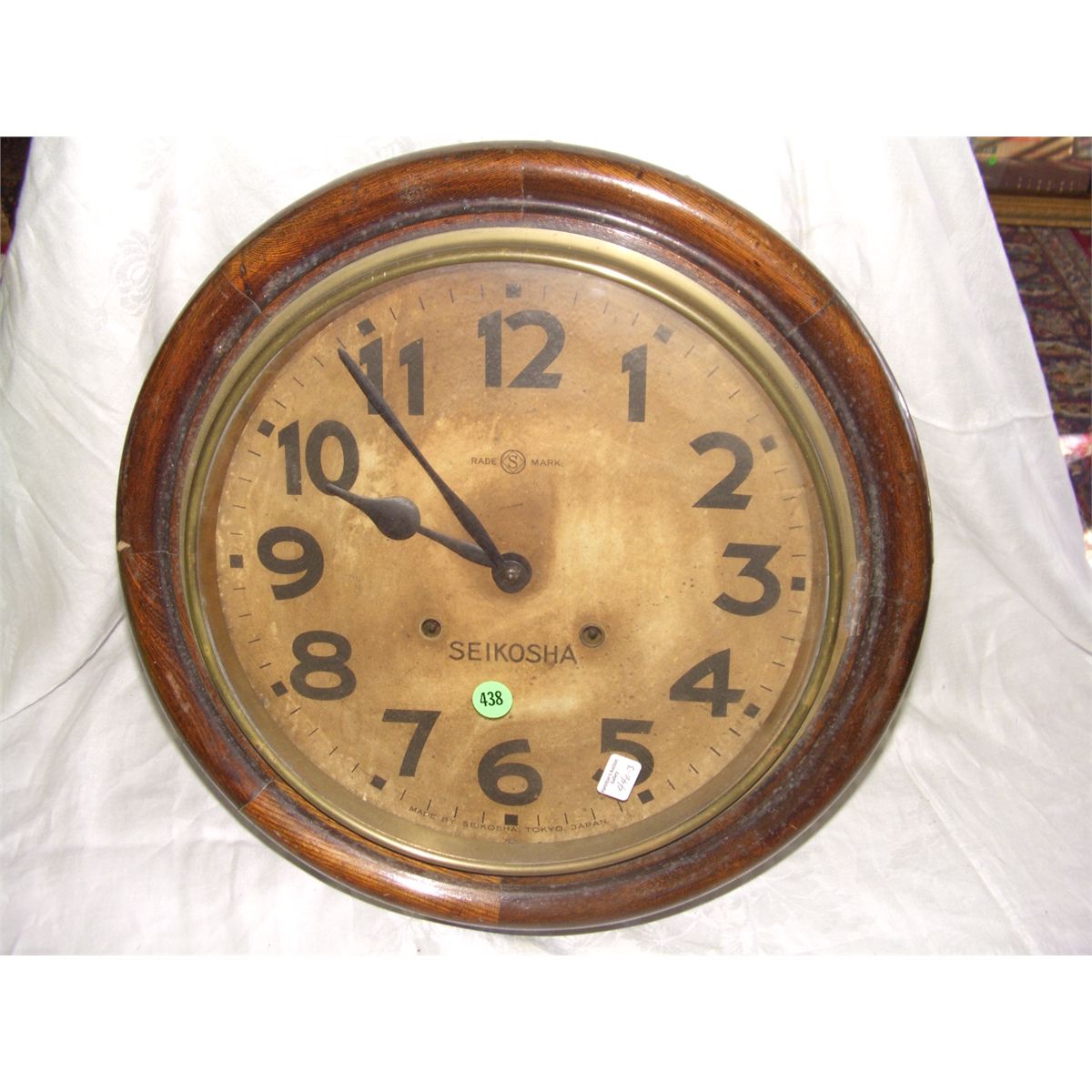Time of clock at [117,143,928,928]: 9:53
